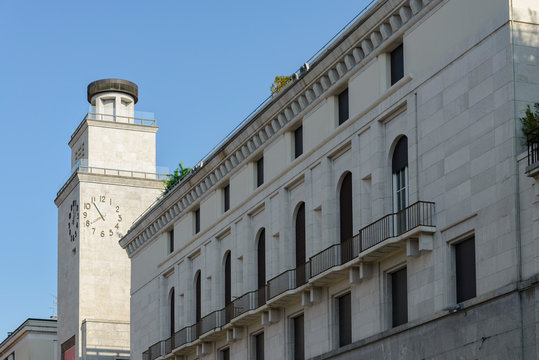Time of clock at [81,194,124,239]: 7:54
